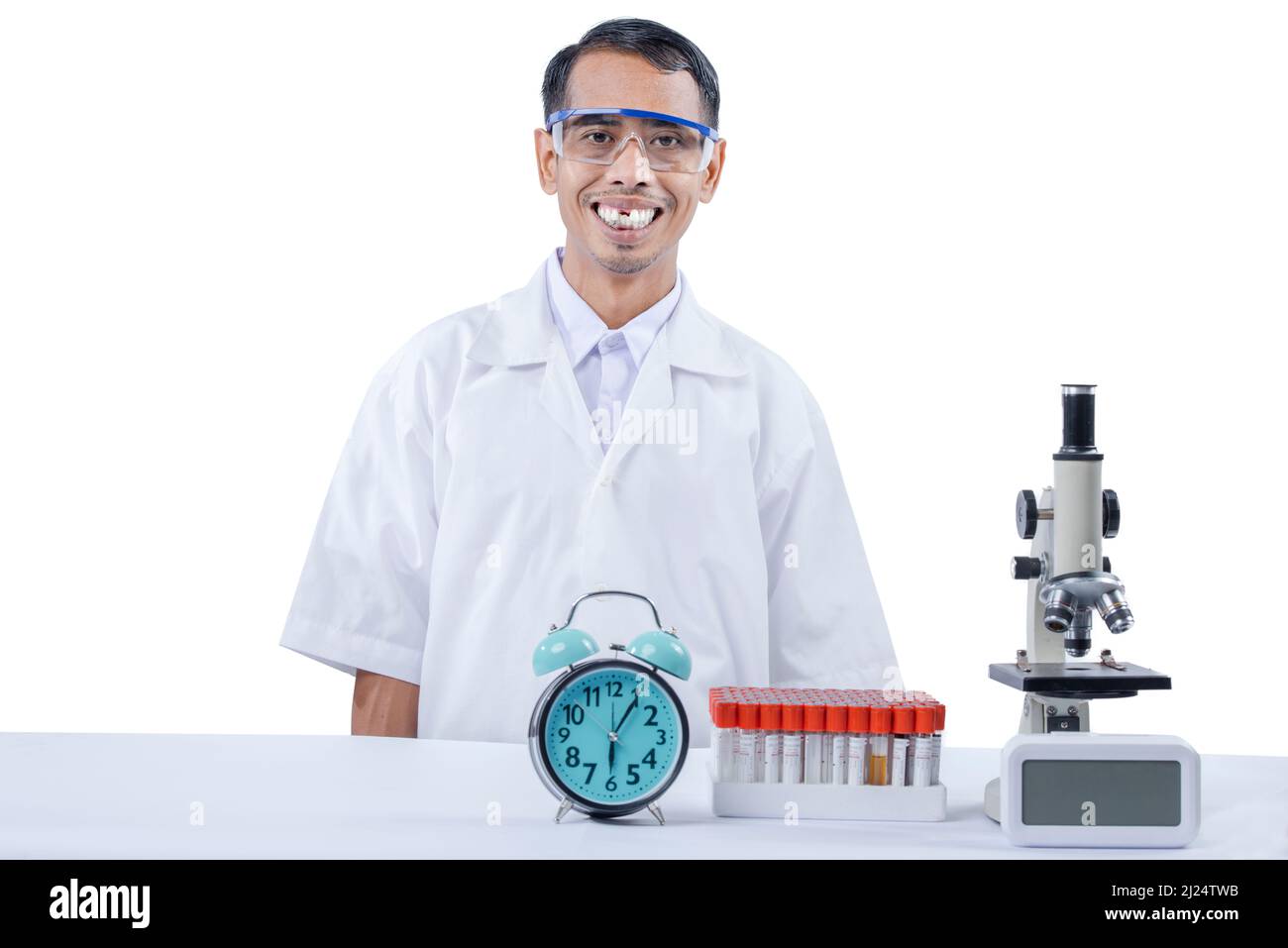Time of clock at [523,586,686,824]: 6:05
